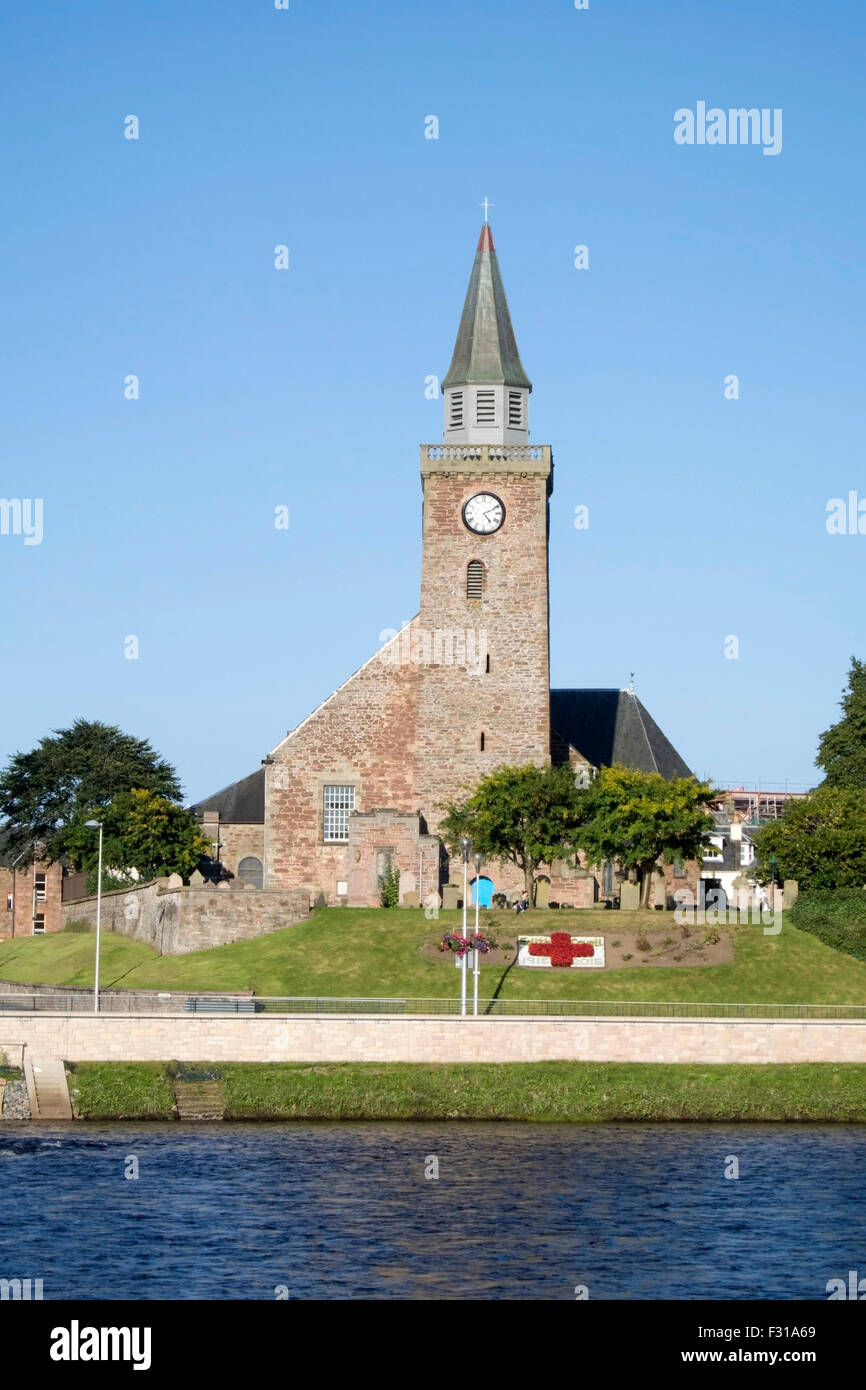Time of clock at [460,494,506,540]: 4:10
